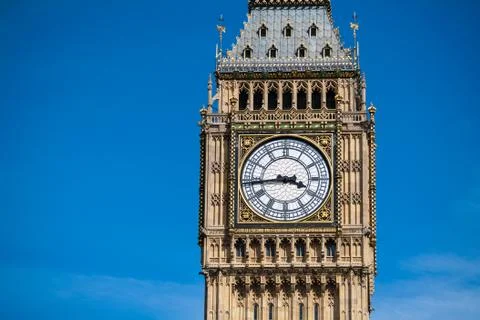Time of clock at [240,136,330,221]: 3:43
